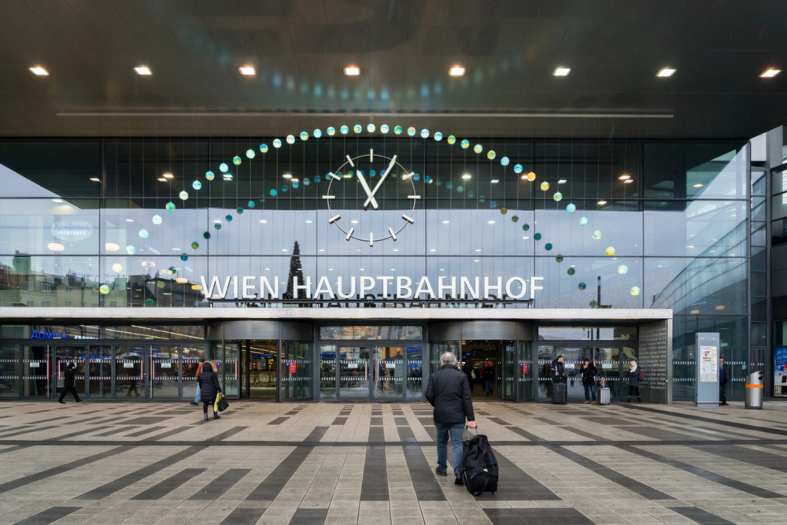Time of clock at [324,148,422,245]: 11:05
